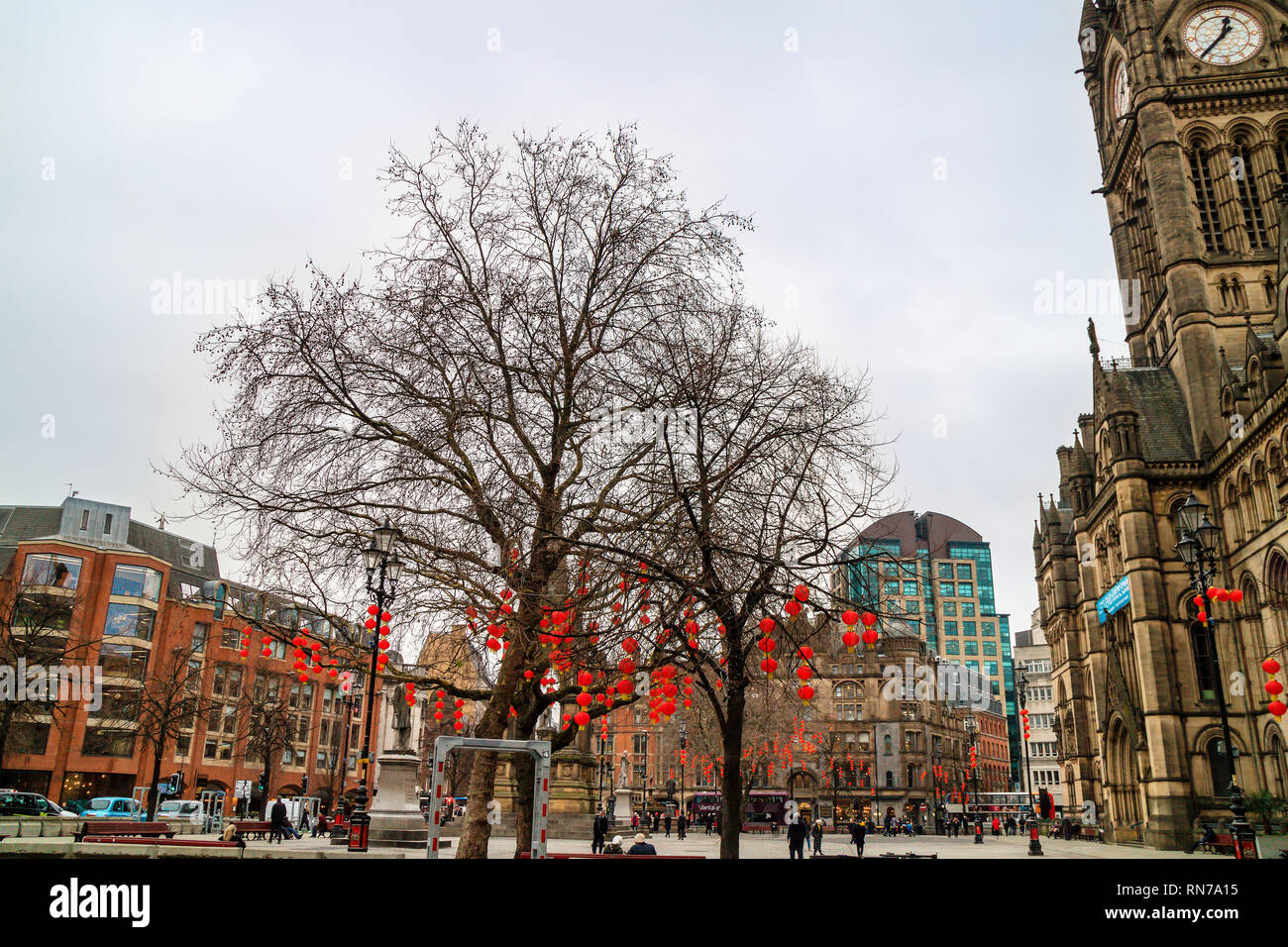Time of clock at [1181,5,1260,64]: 12:37
